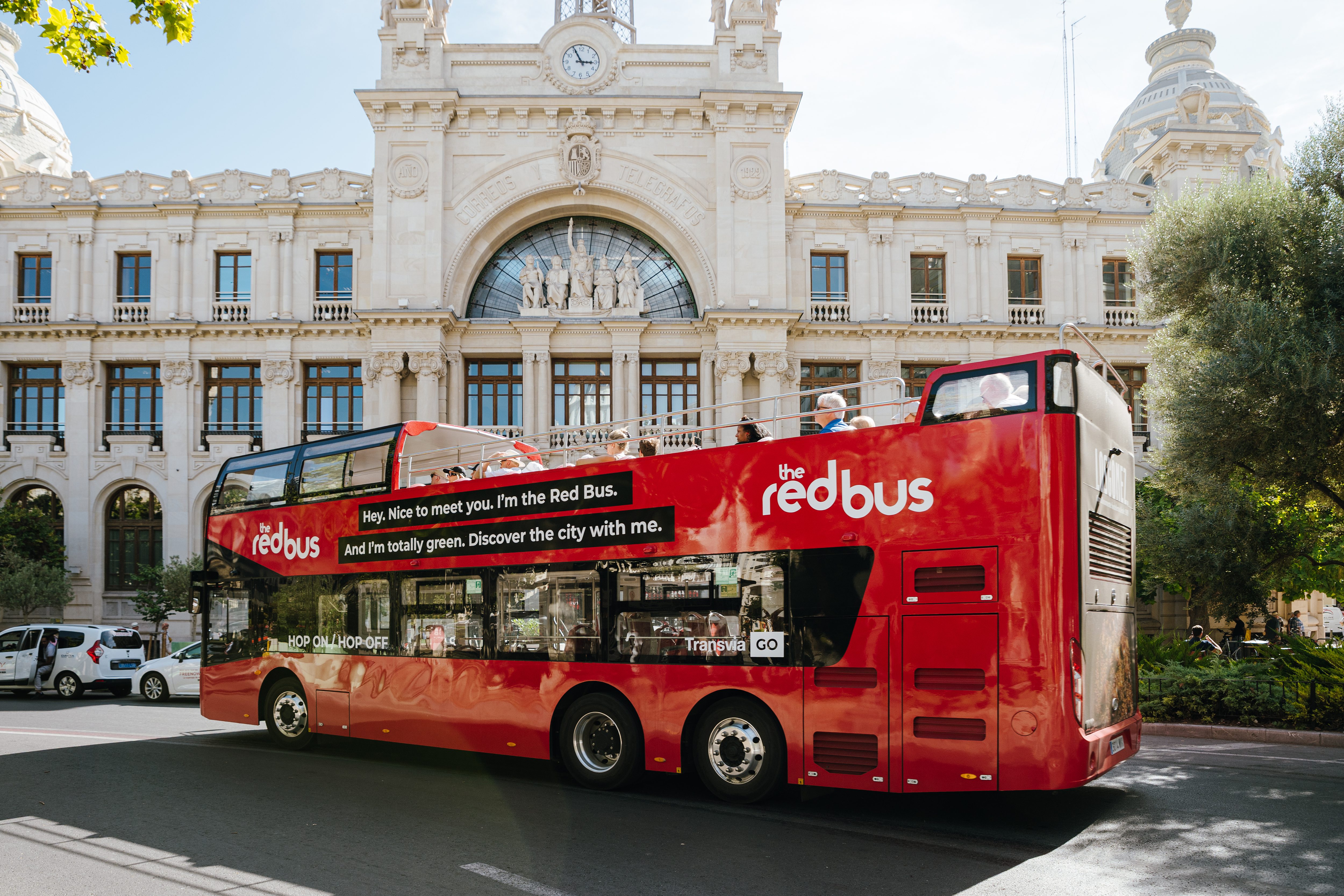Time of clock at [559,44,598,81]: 2:55
